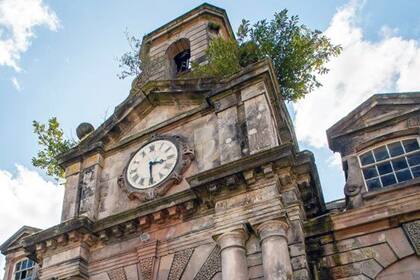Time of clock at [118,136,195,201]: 3:29
